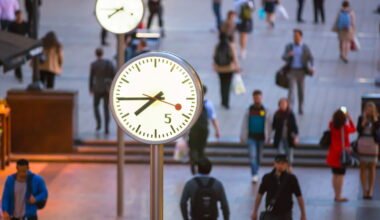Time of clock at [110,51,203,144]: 7:44
